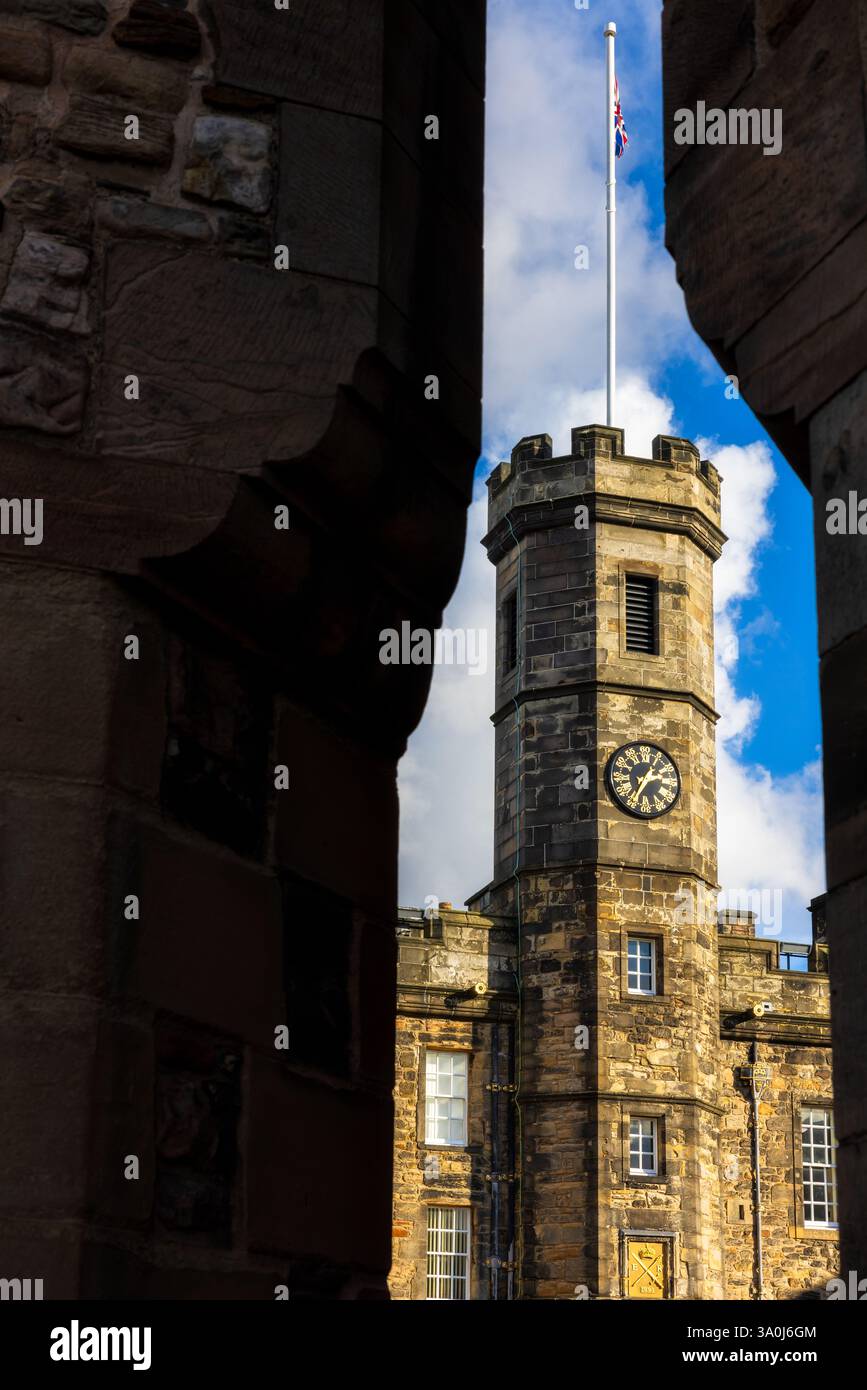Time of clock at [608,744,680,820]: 1:34
